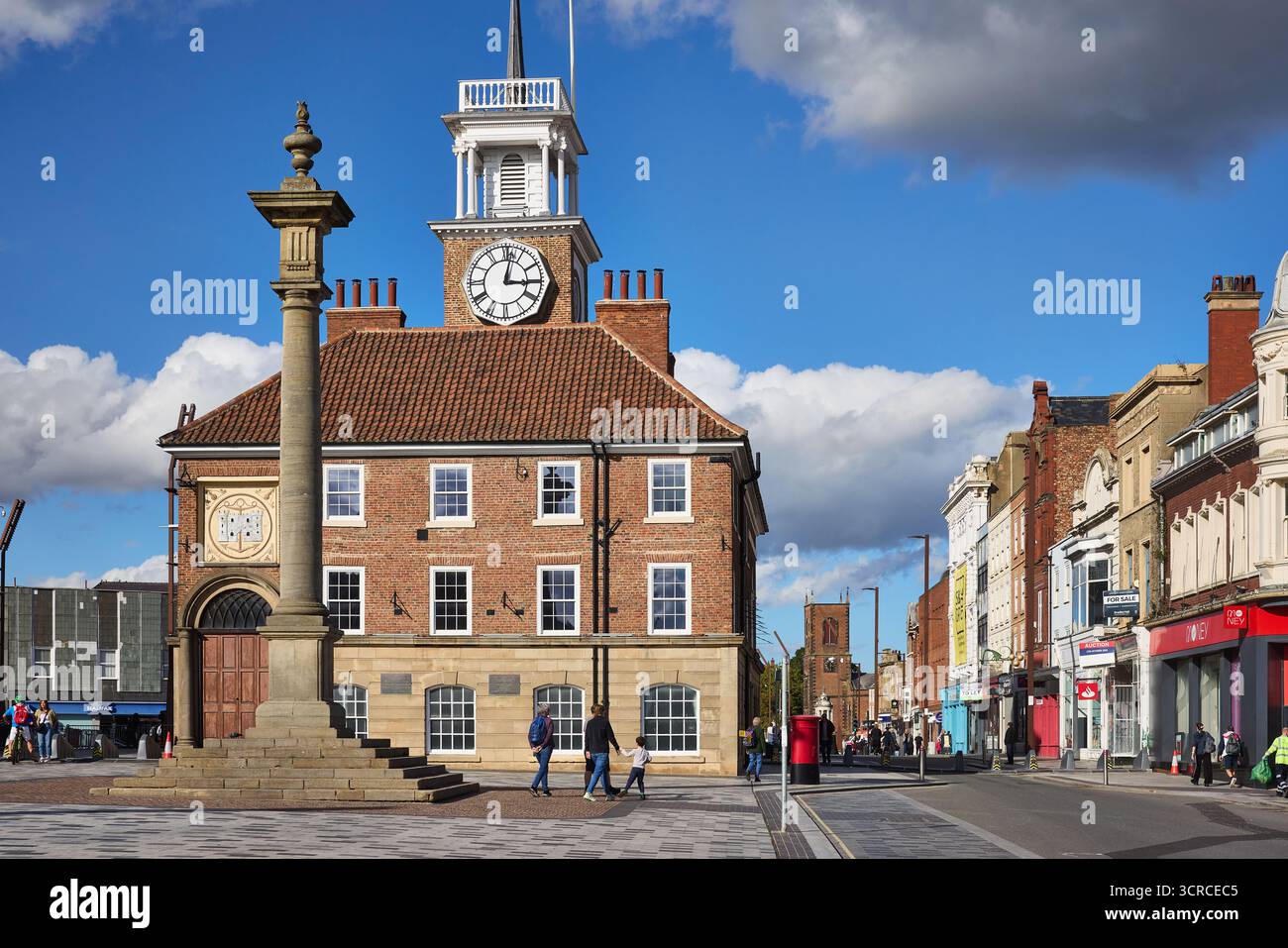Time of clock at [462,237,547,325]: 3:01
